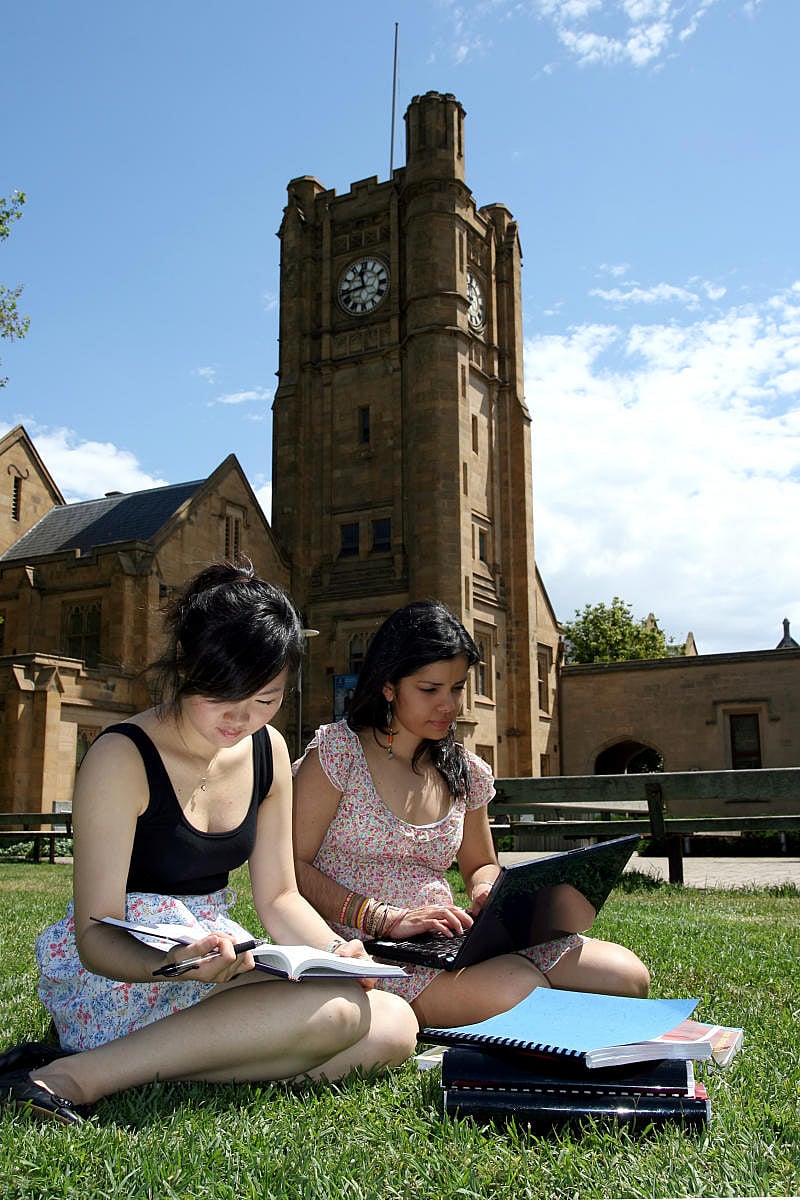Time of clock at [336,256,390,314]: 11:42
